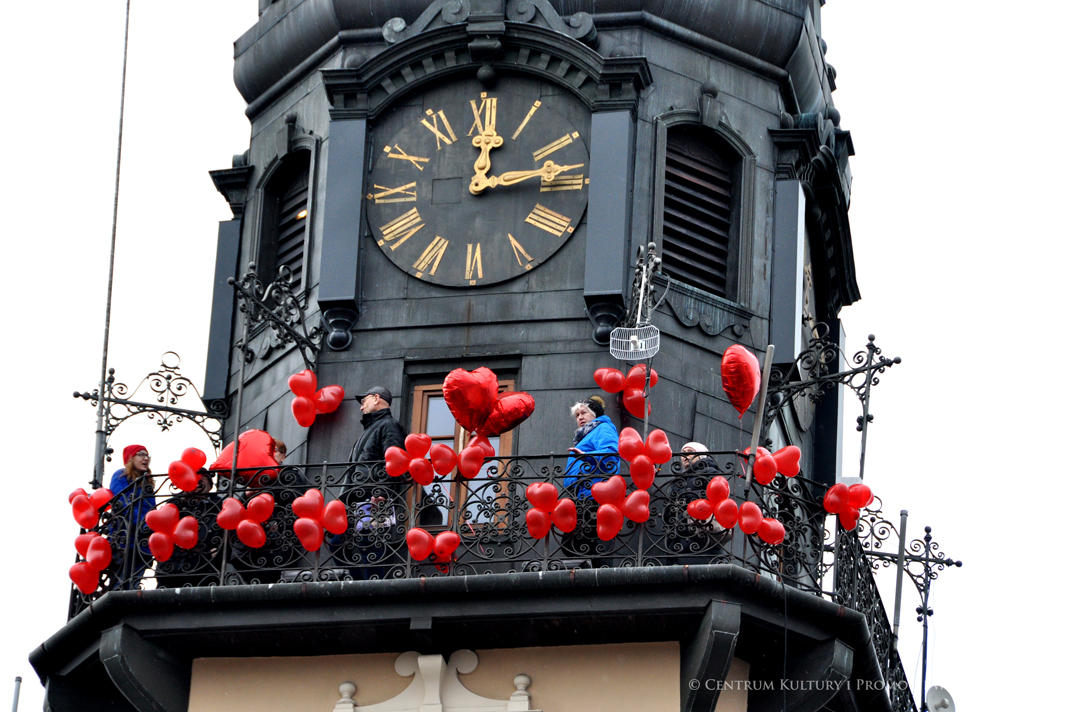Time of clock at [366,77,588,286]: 12:13
